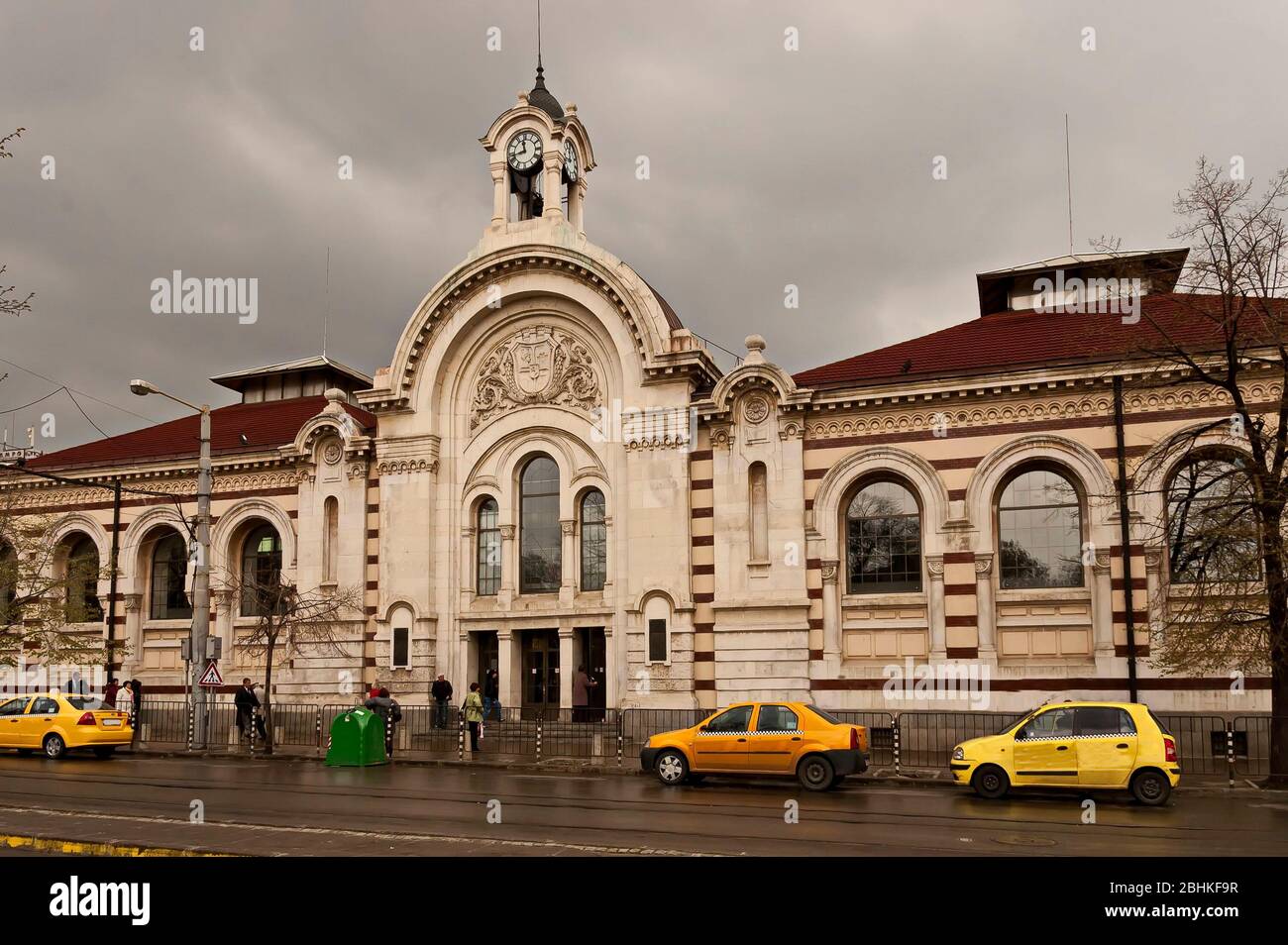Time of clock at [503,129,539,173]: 11:42
